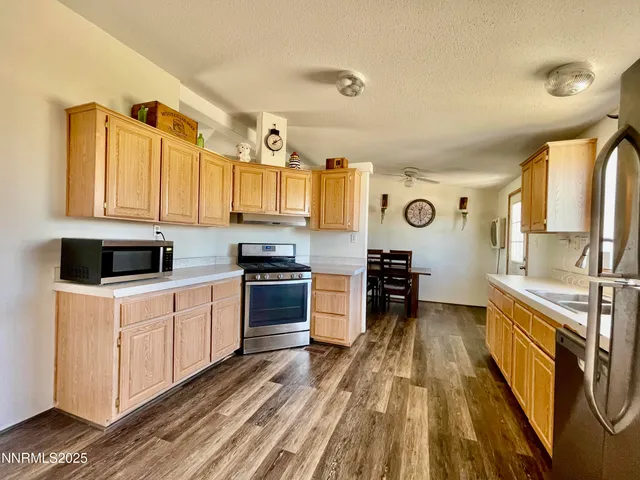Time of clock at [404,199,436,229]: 12:28
